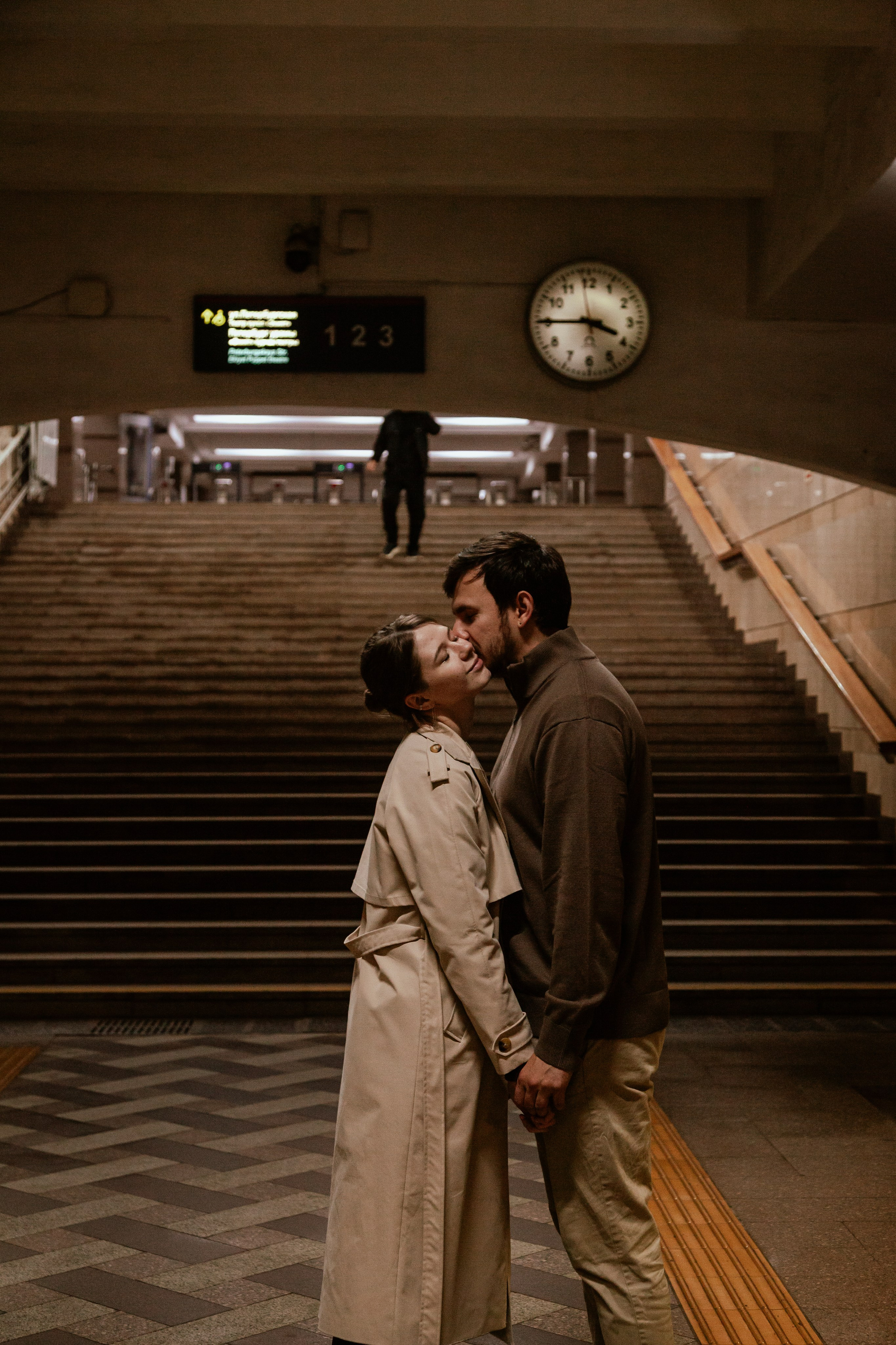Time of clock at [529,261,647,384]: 3:45
